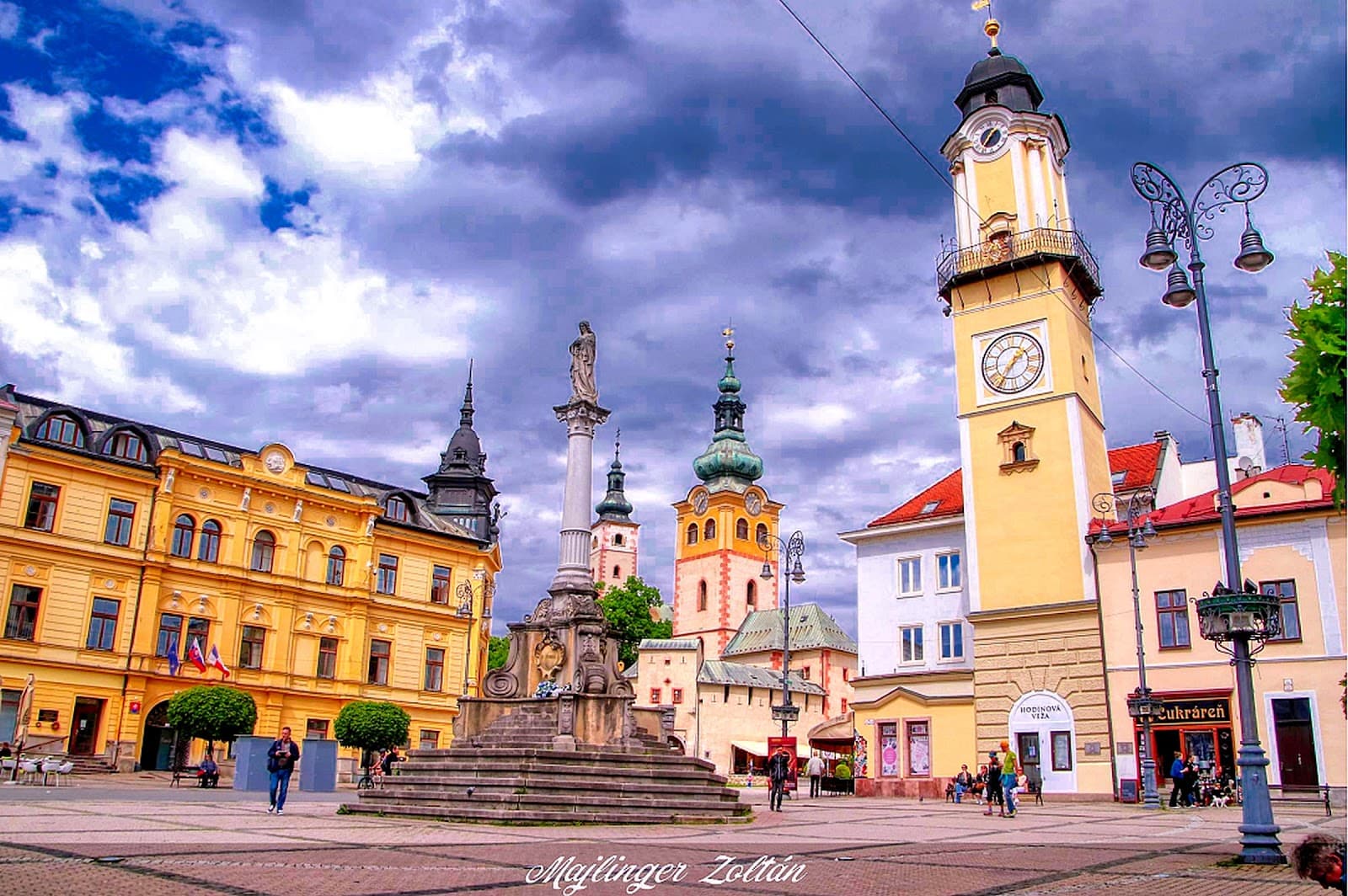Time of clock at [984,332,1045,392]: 1:36
